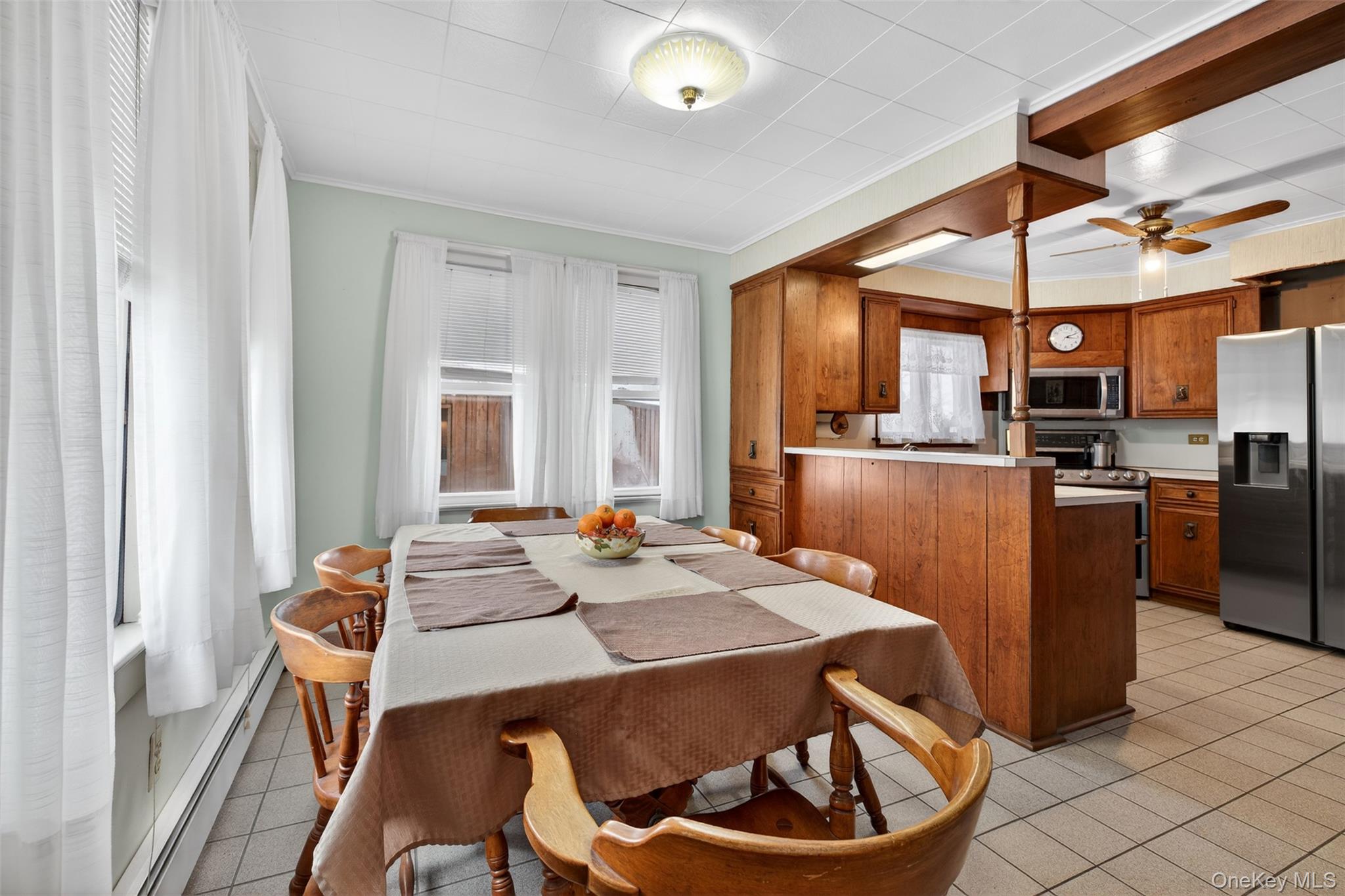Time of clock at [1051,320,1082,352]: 3:11
